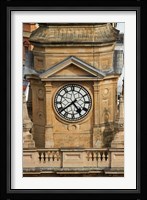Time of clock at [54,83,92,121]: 4:38
